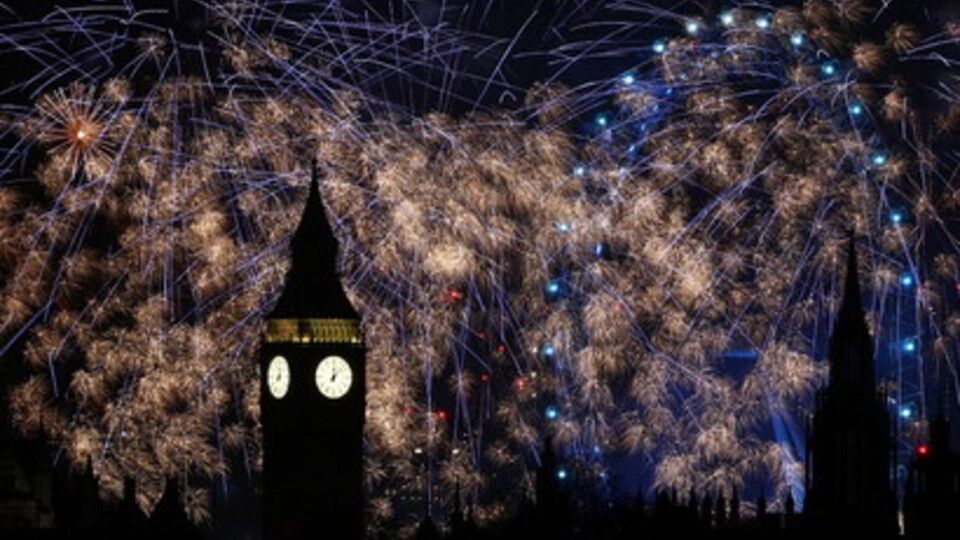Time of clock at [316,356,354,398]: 12:07
